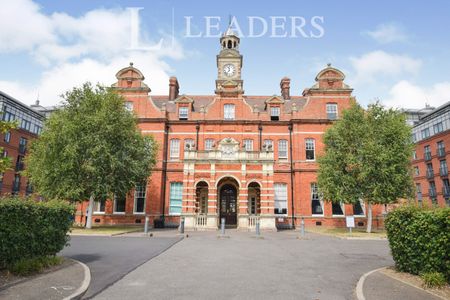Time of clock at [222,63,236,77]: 11:36
